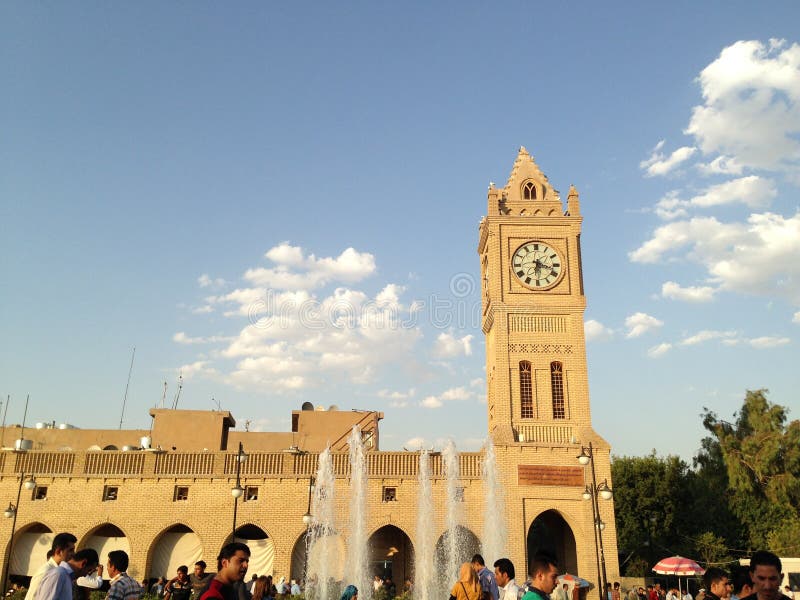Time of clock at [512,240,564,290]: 6:17
